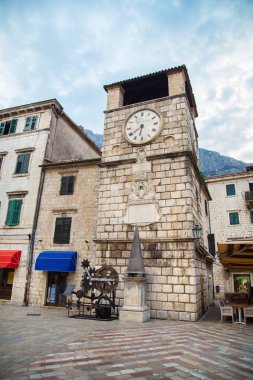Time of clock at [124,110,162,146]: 6:39
